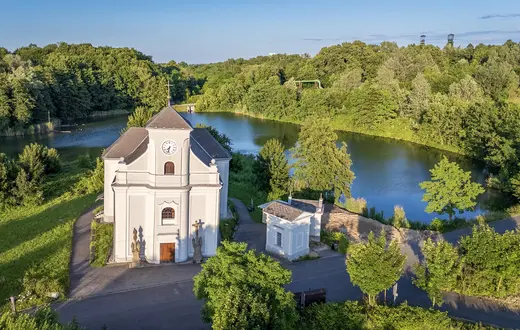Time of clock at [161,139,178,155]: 7:32
